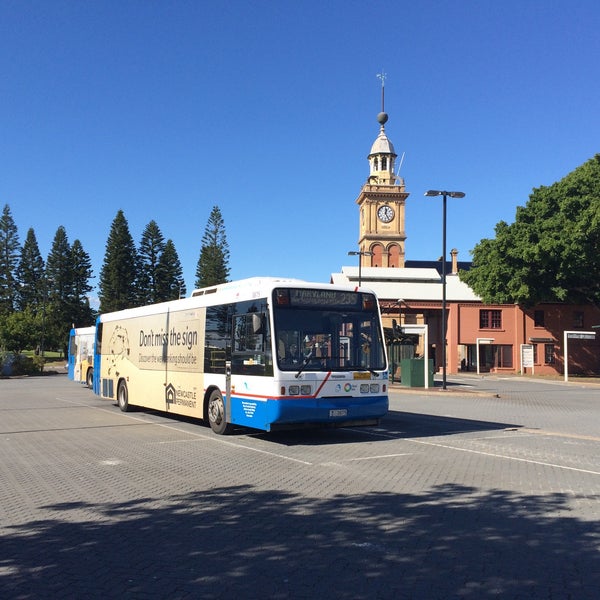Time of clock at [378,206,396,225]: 12:24
